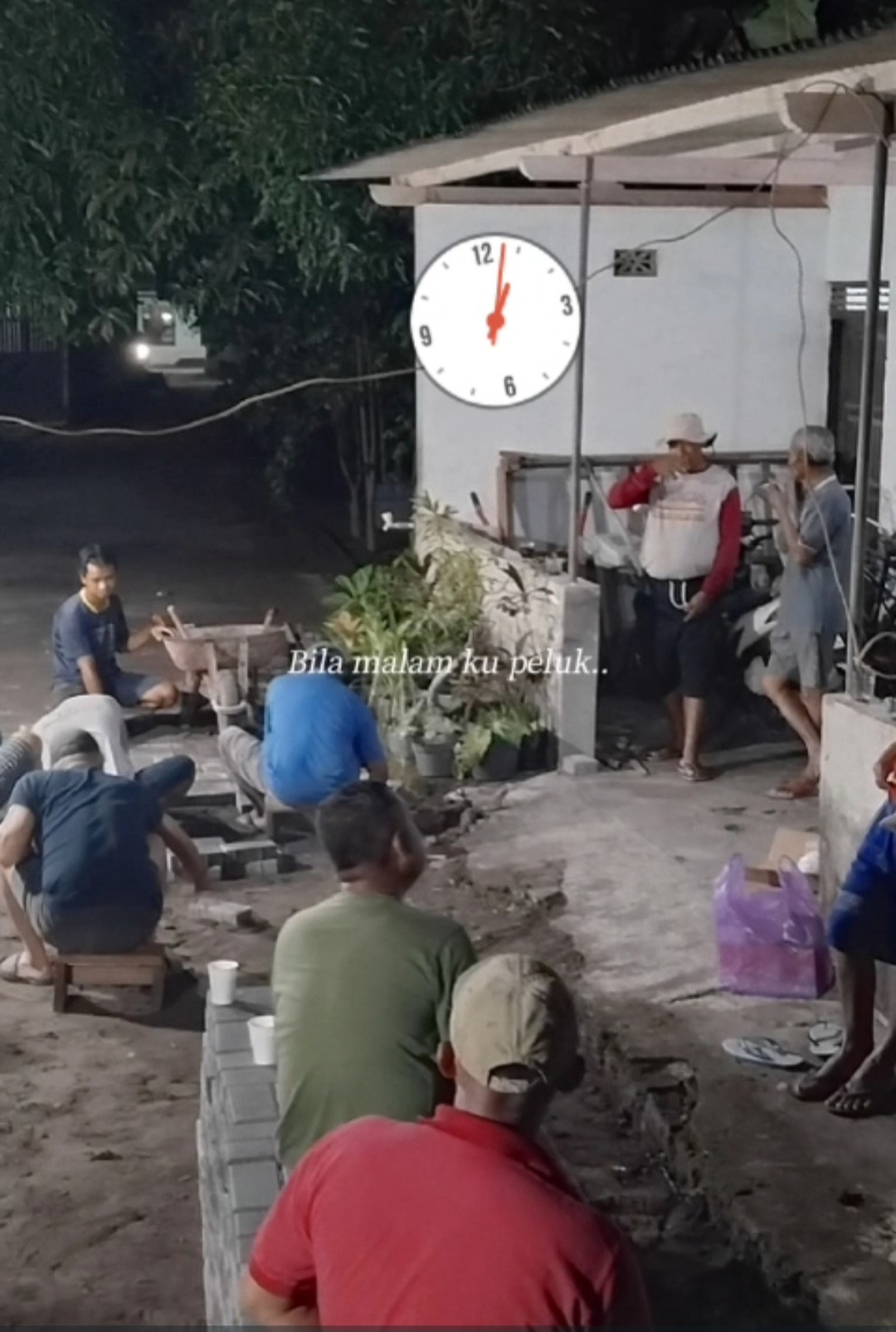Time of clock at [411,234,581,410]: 1:02
